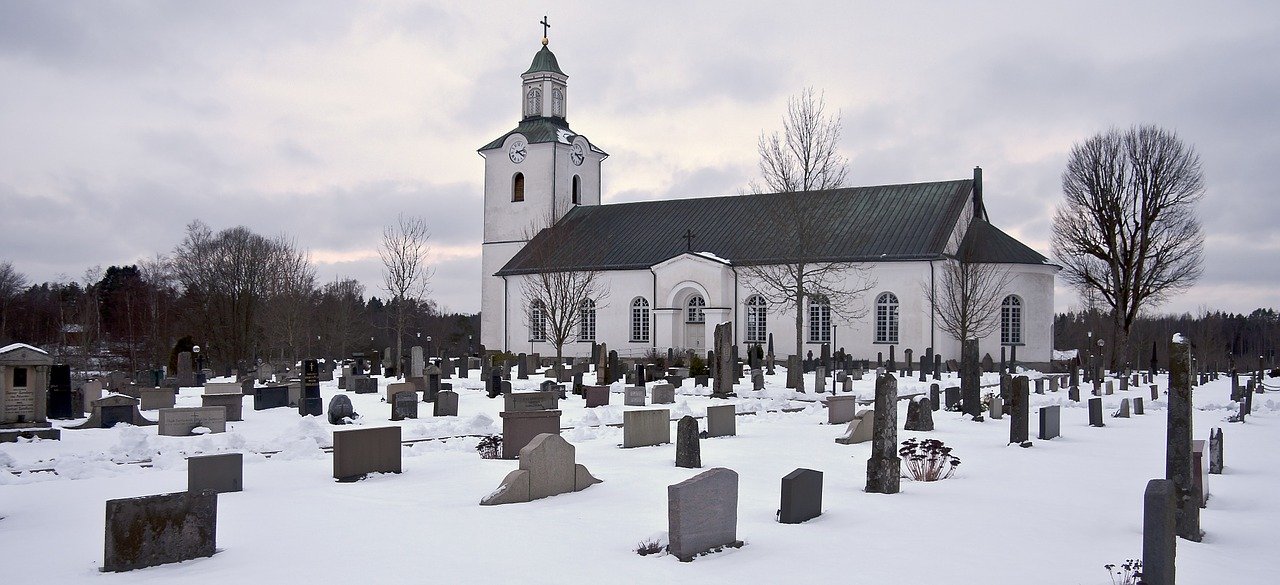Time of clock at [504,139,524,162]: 4:12
